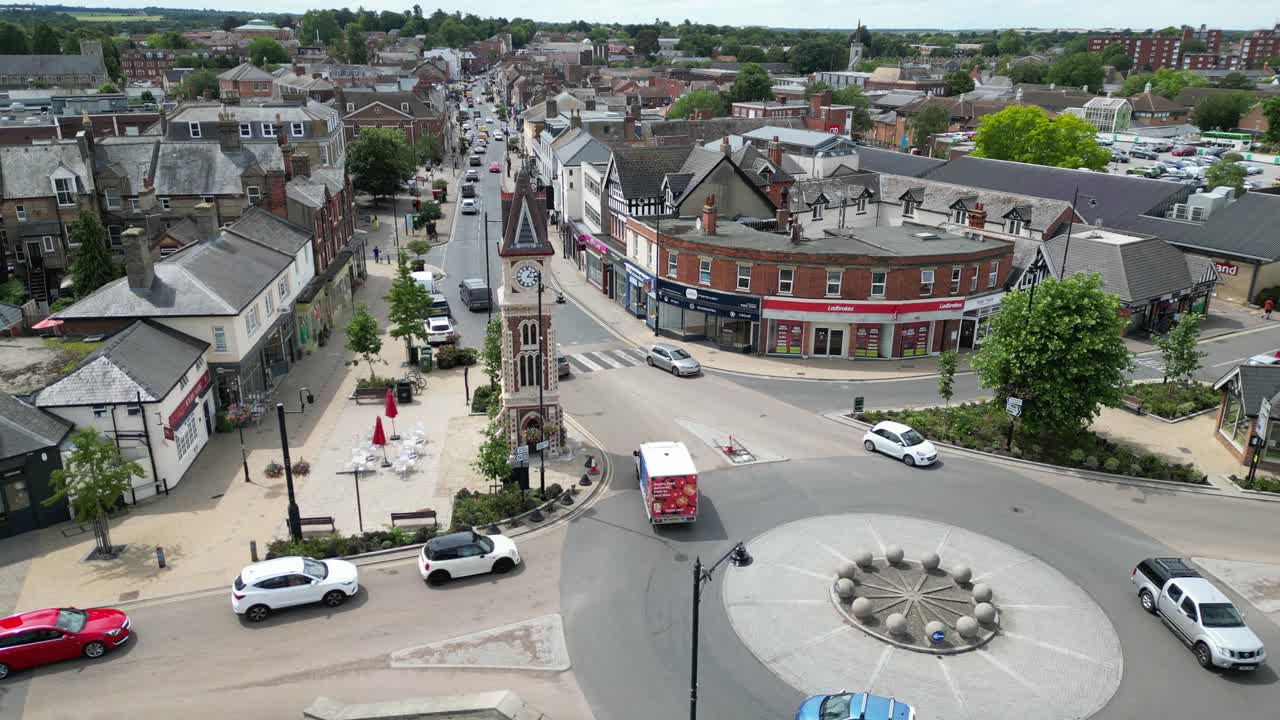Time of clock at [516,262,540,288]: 1:16
